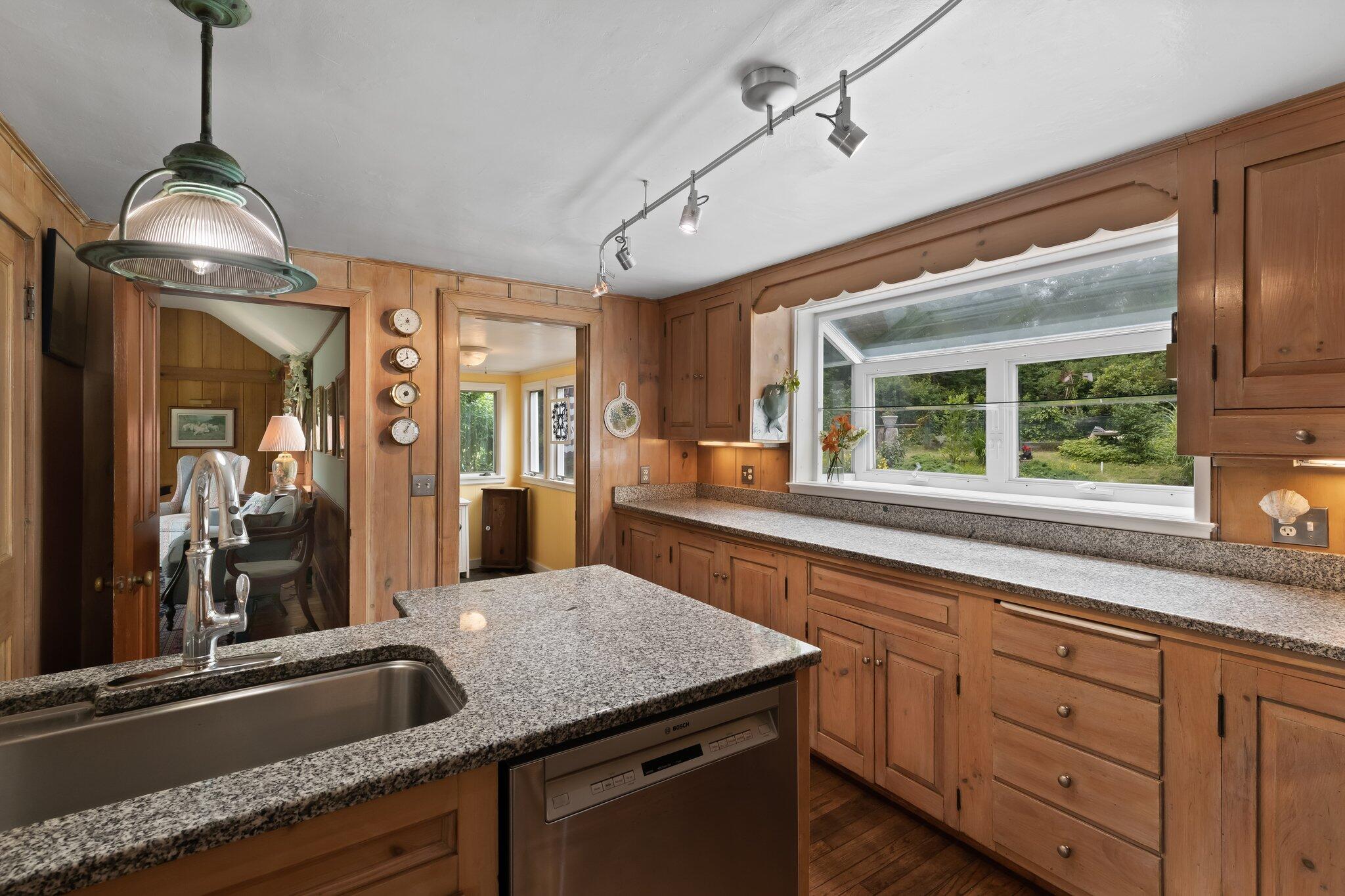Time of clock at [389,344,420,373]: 11:39
